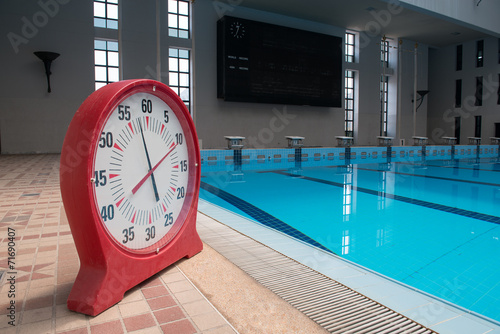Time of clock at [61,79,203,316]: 7:57
